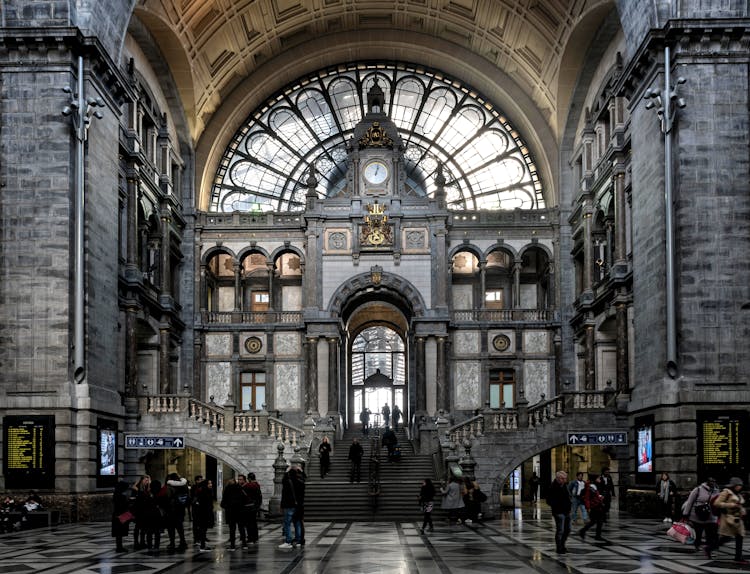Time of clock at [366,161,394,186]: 1:02
